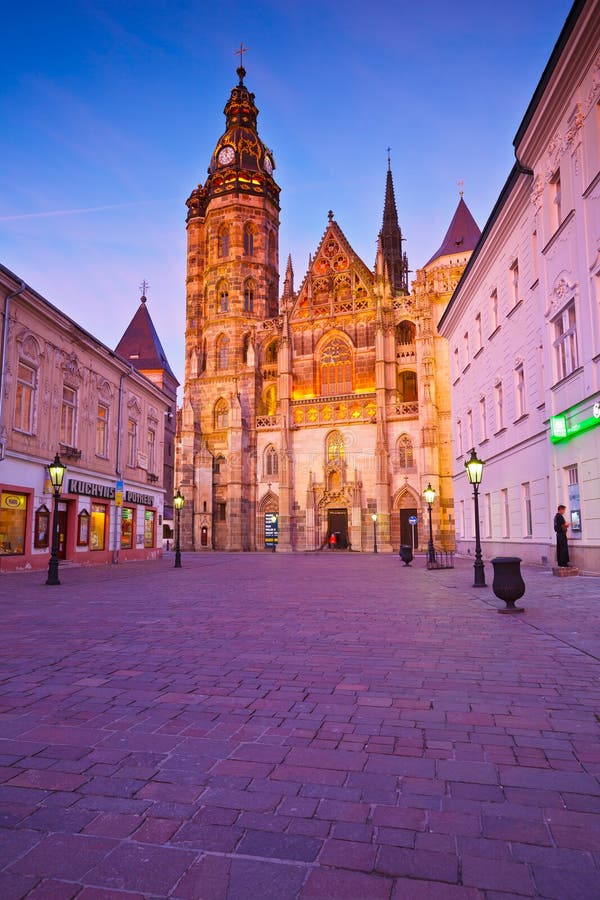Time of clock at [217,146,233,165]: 12:24
